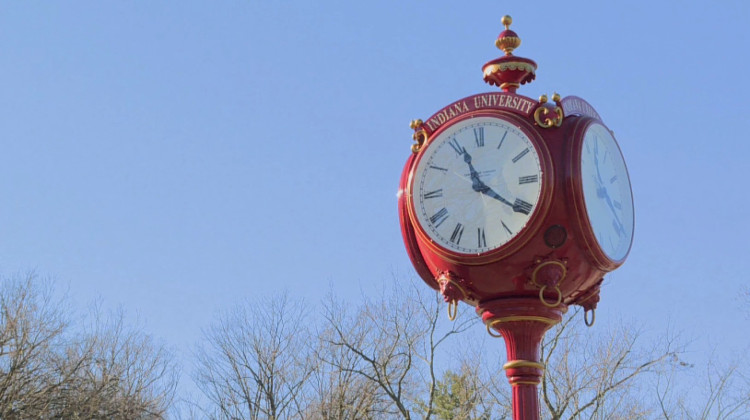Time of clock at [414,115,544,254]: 11:20
